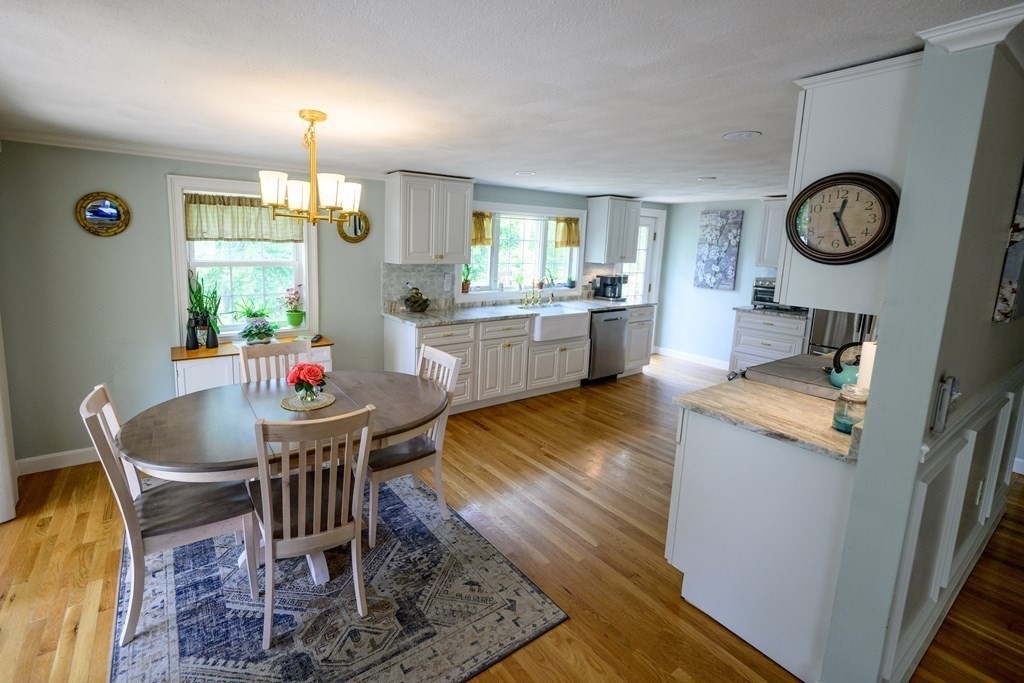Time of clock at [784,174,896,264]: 12:26
